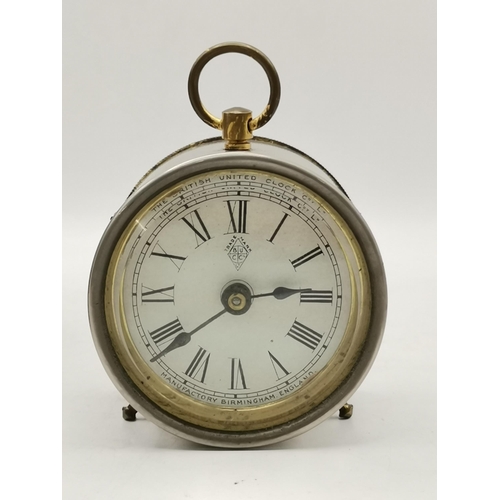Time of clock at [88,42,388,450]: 2:38
